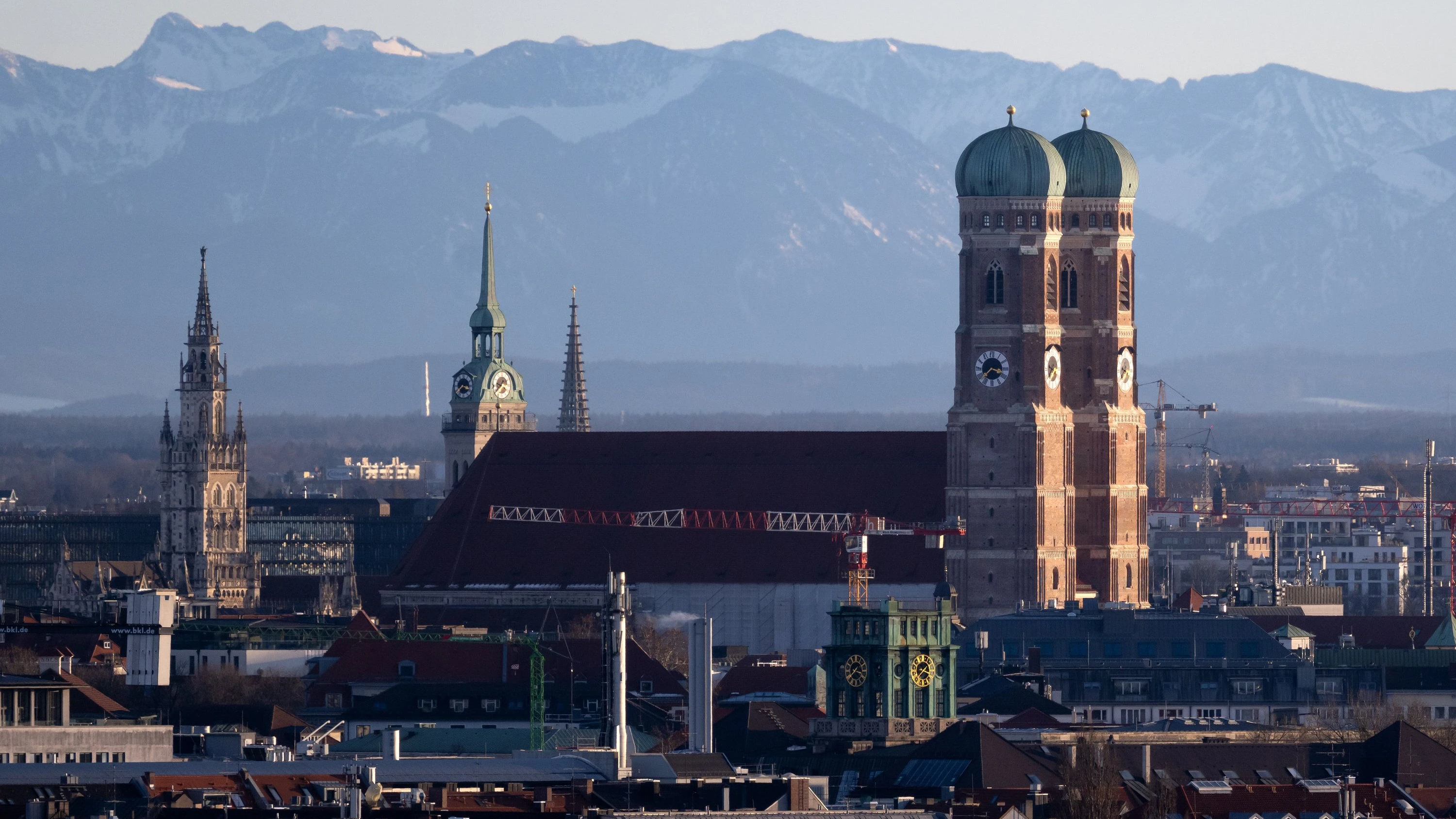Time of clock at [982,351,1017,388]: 3:37
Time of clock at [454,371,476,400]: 3:38
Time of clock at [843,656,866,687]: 3:39
